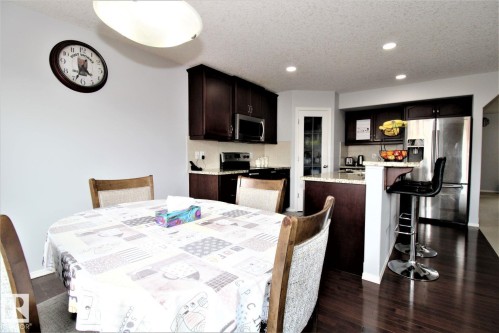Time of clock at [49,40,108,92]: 4:33
